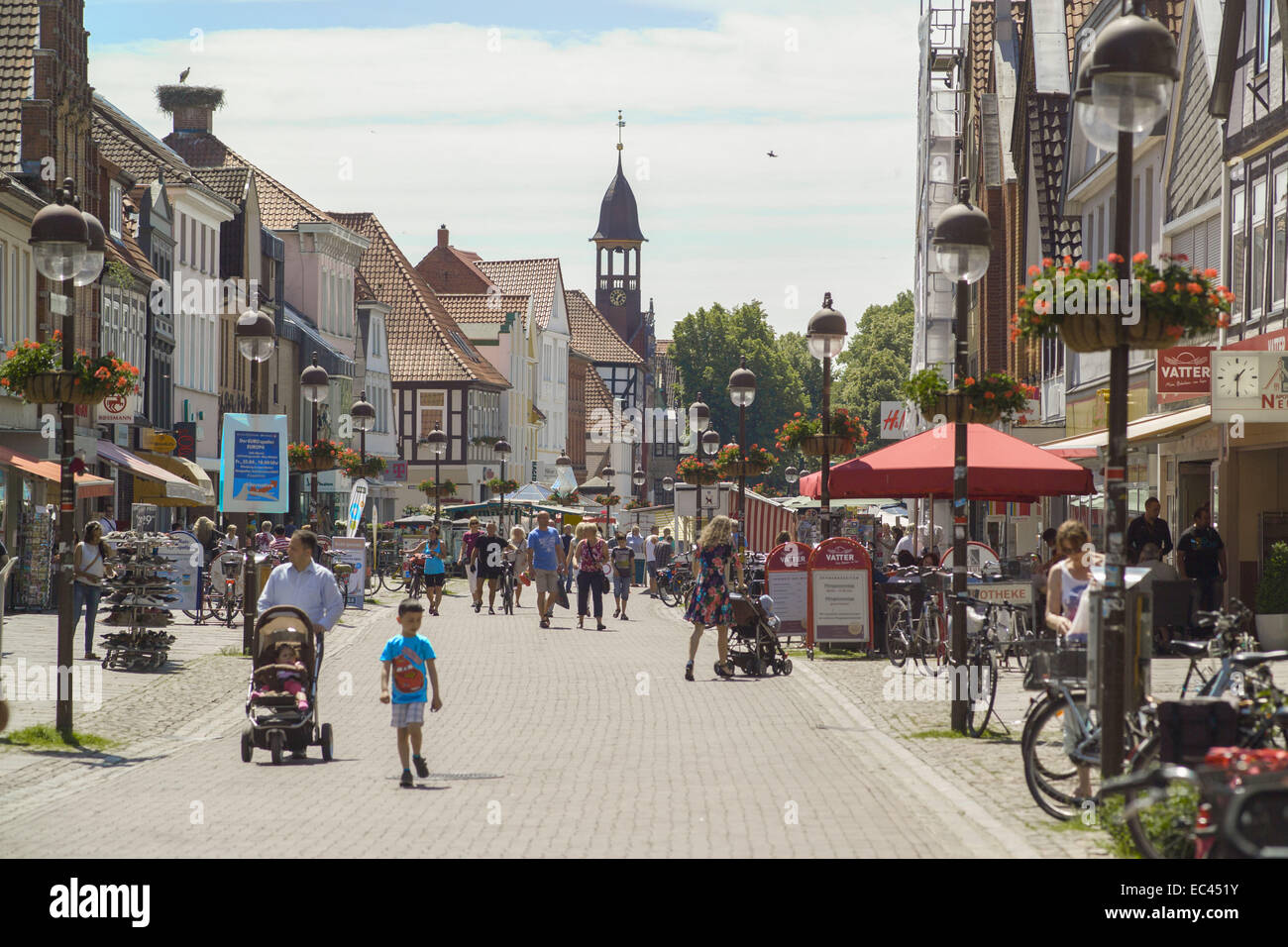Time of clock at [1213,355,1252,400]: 1:30
